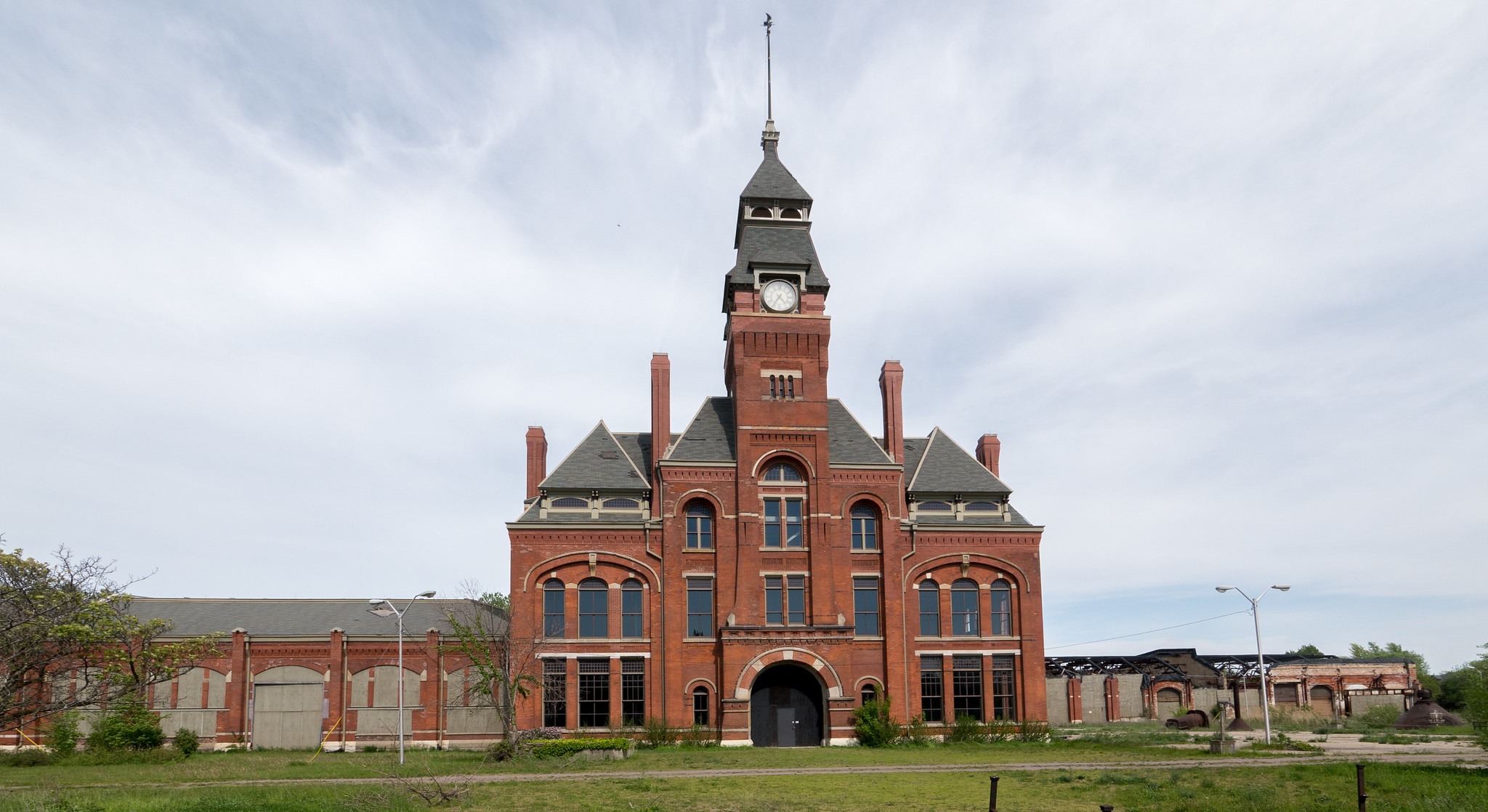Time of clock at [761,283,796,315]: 4:35
